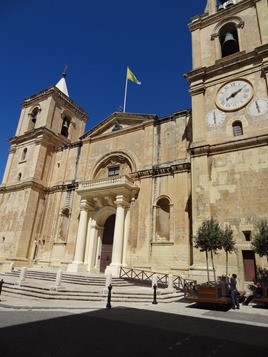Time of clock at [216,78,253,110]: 8:11
